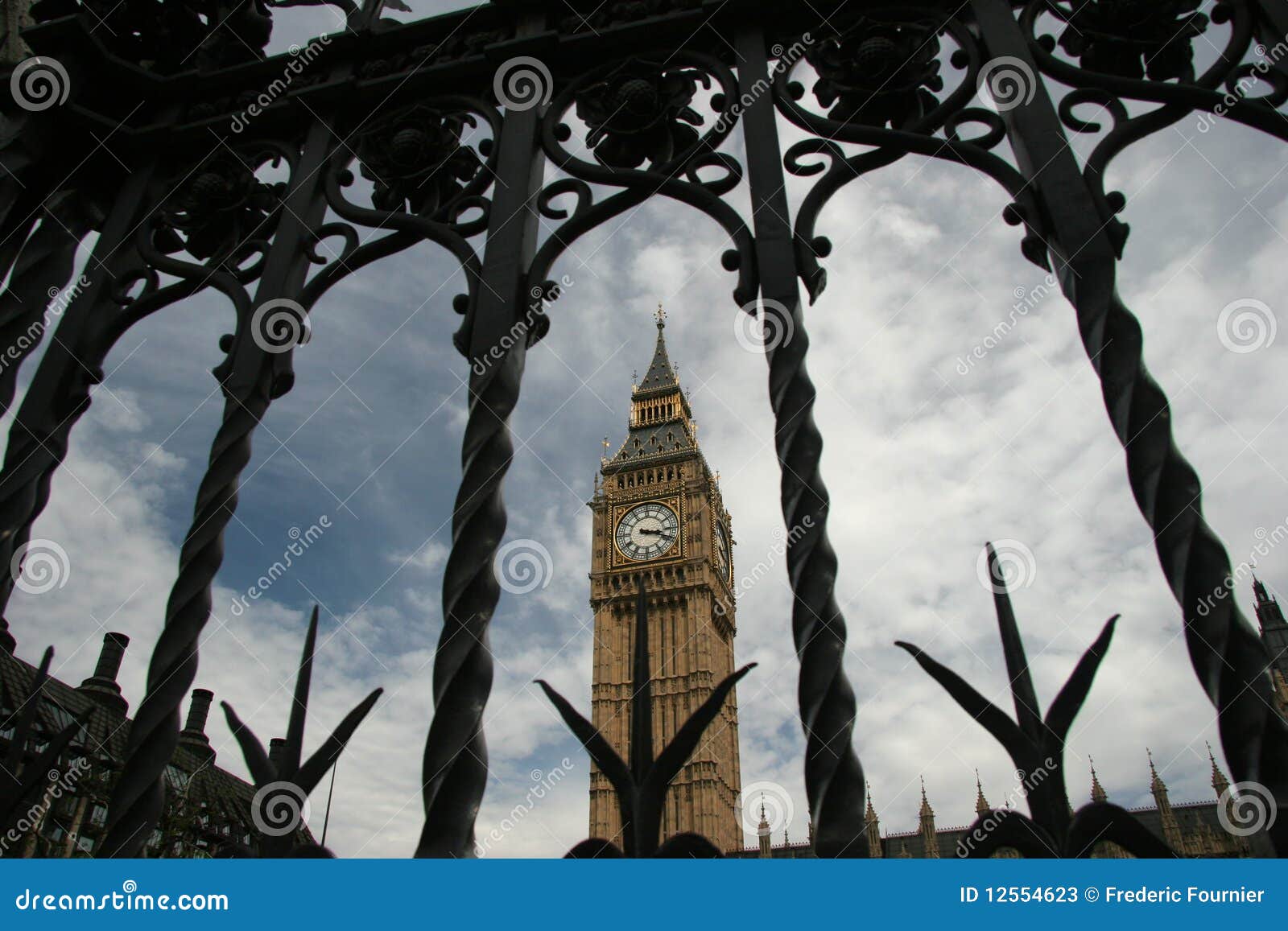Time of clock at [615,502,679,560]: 3:18
